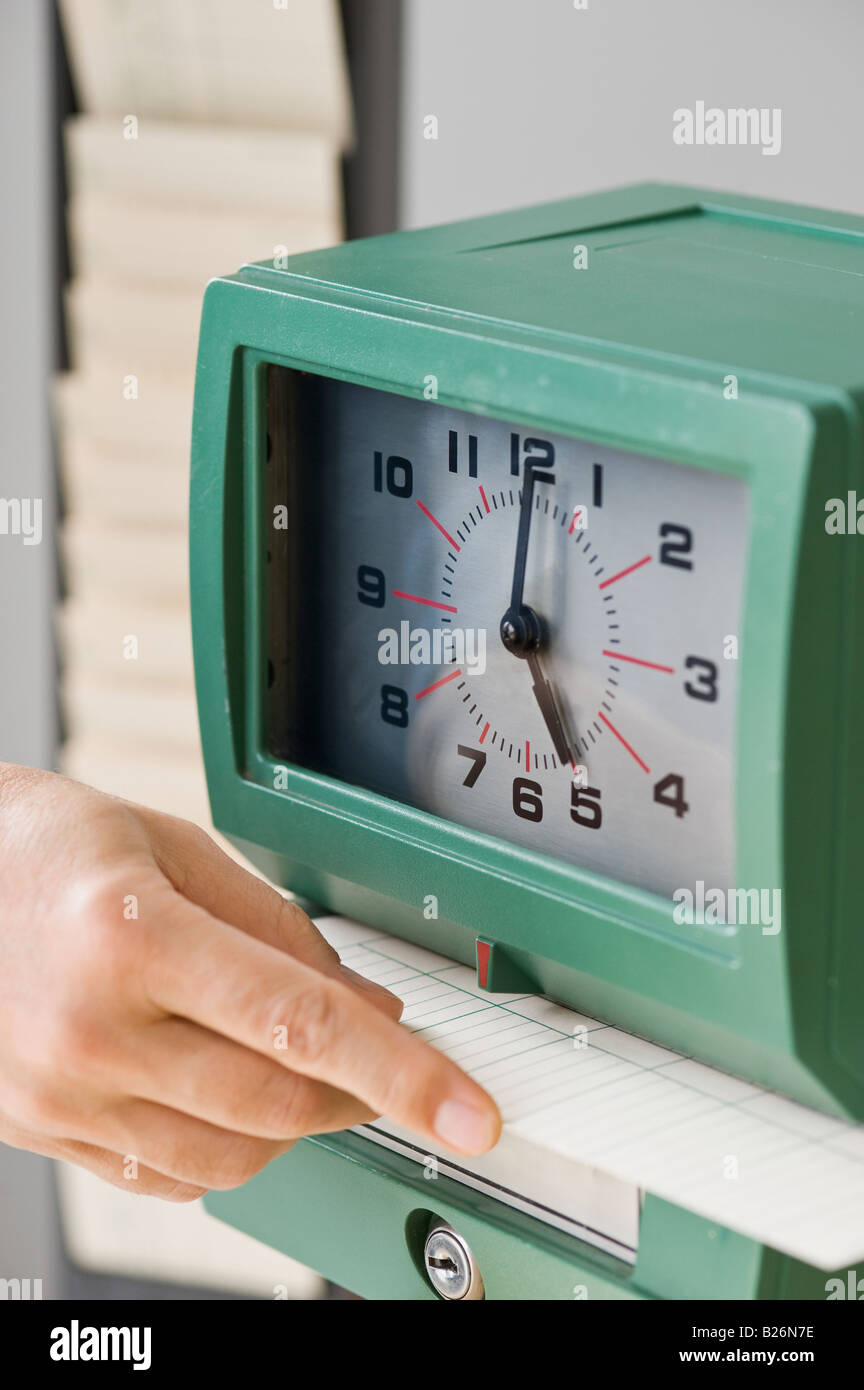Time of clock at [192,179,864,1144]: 5:01
